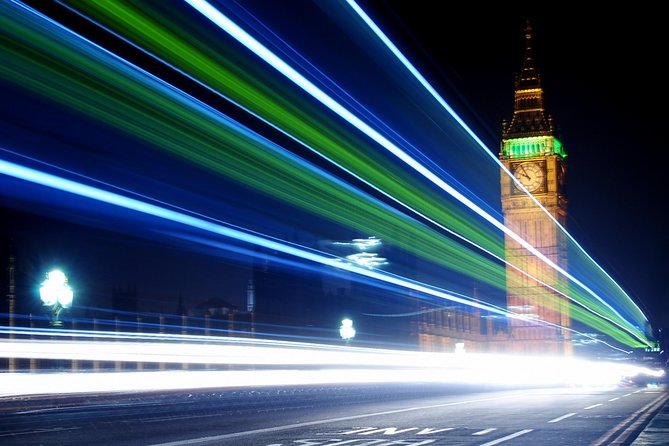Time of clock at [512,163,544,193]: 9:54
